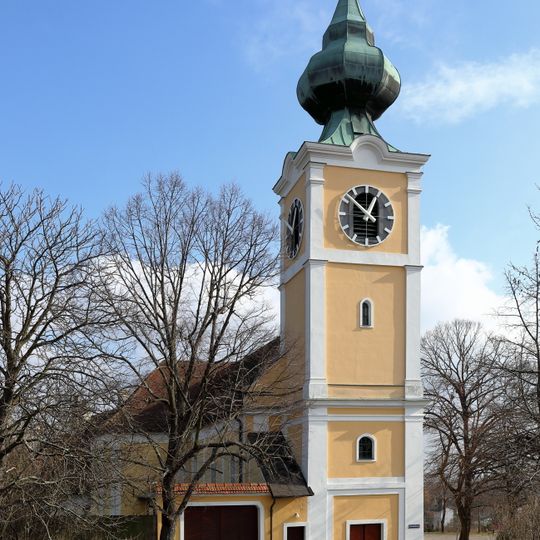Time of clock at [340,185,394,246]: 12:52
